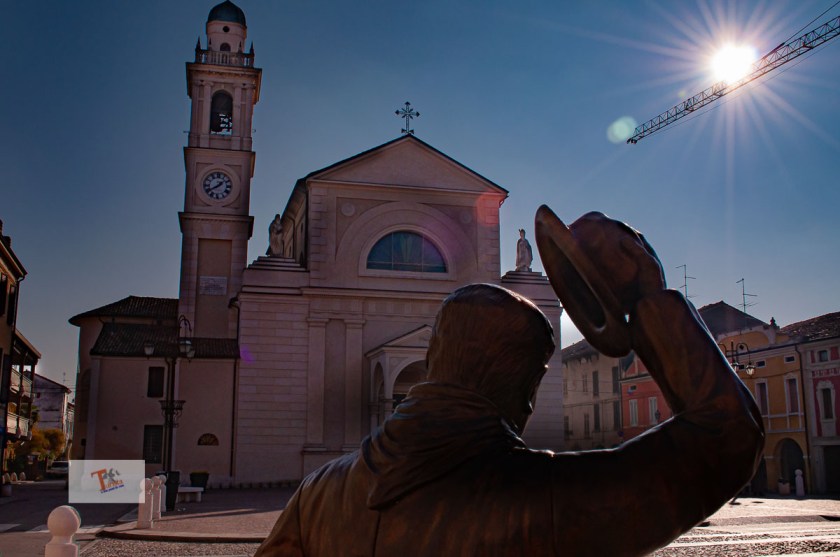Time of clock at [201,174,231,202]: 1:39
